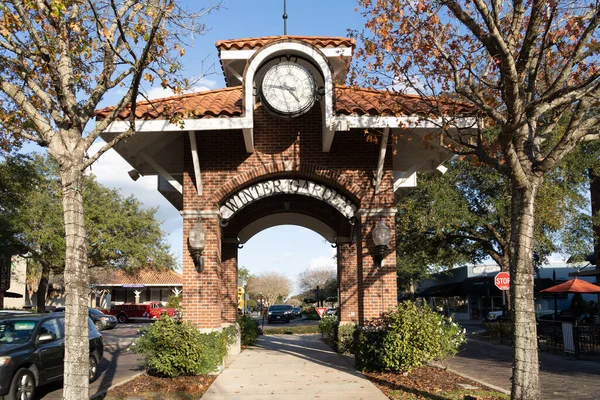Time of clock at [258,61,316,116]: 4:46
